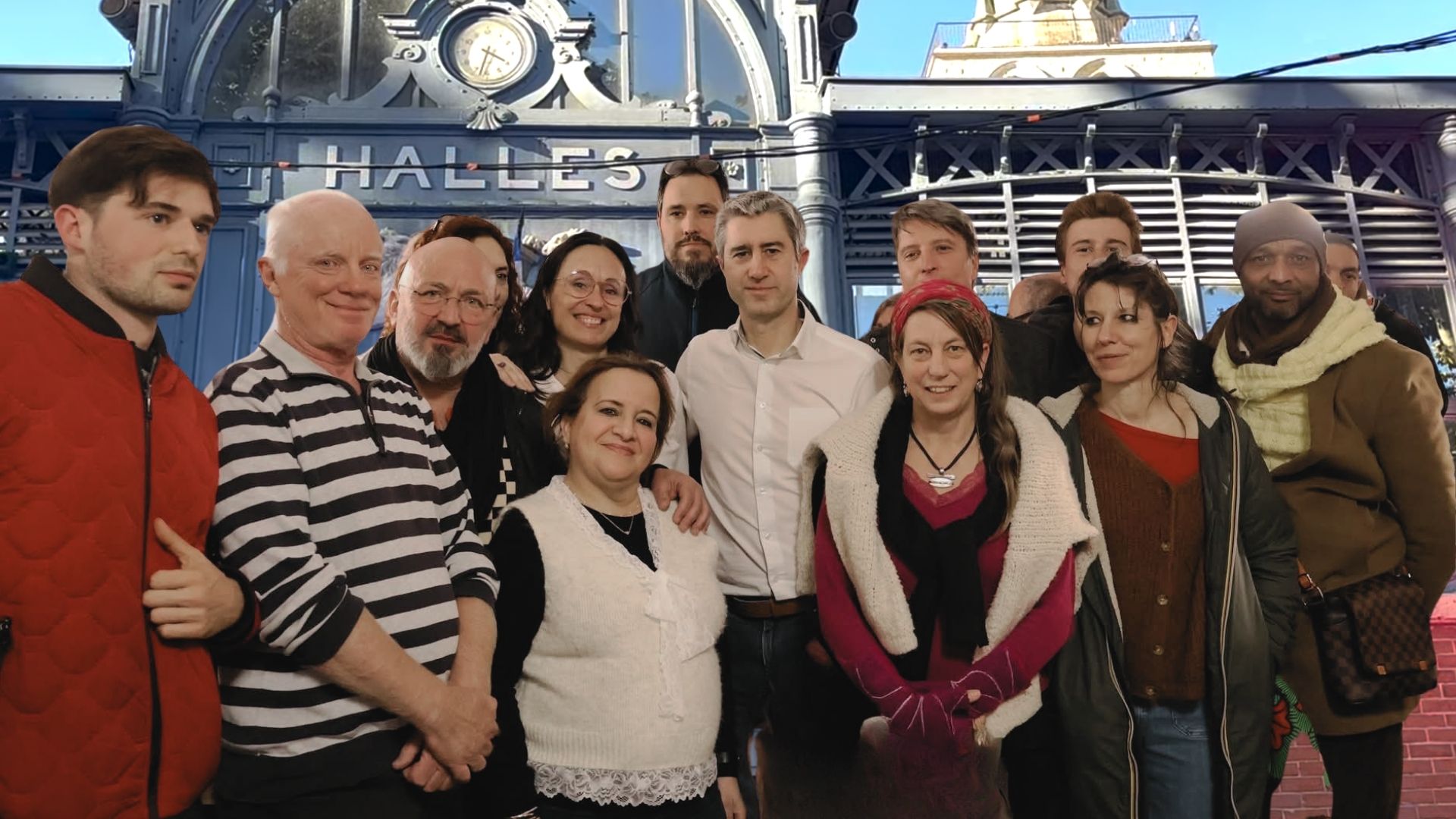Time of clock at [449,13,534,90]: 3:32
